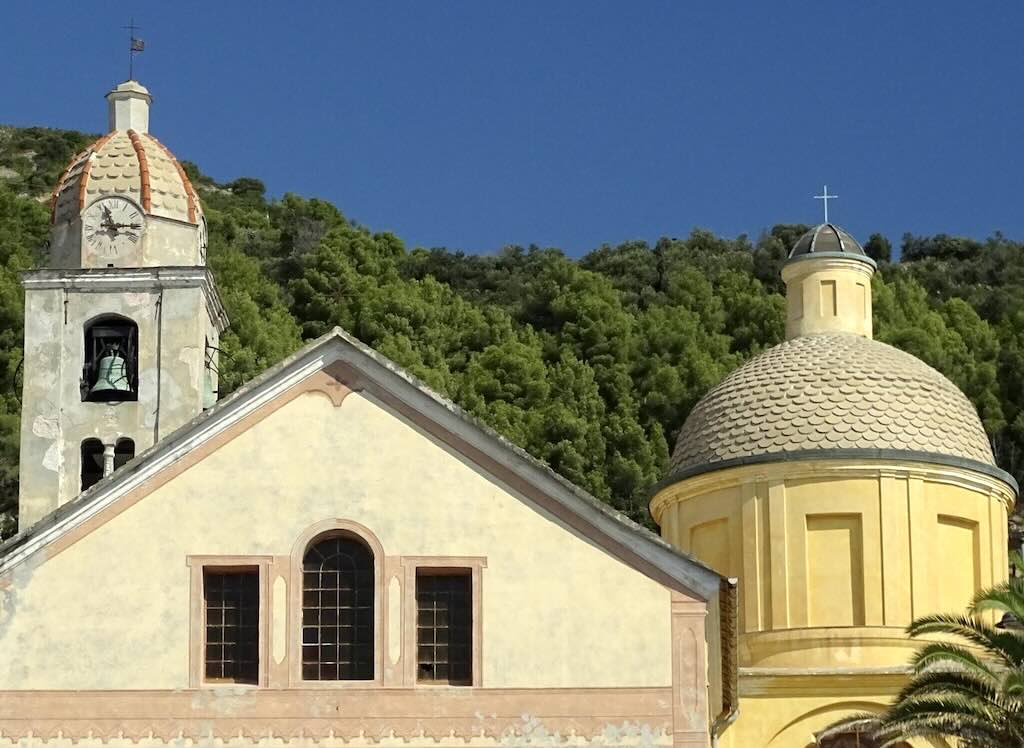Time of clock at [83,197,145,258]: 11:14
